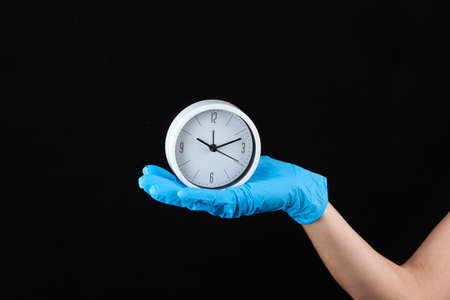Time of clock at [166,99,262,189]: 10:12
